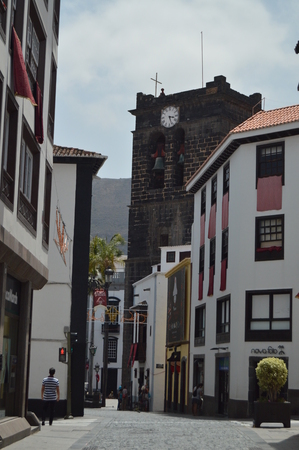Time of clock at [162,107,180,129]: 3:26
